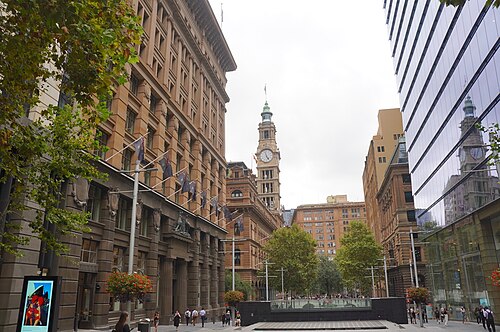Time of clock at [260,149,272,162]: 4:57
